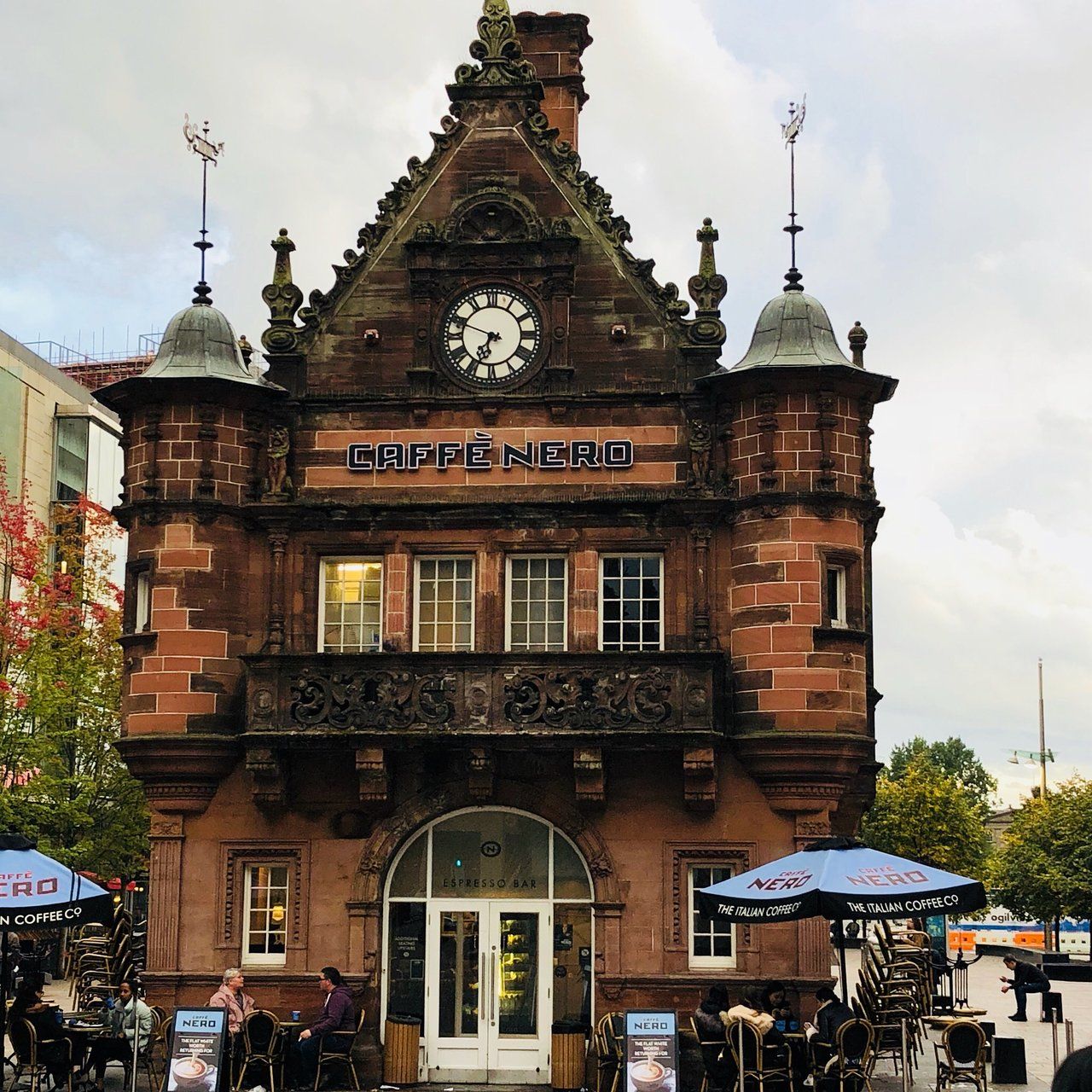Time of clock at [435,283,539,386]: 6:48
